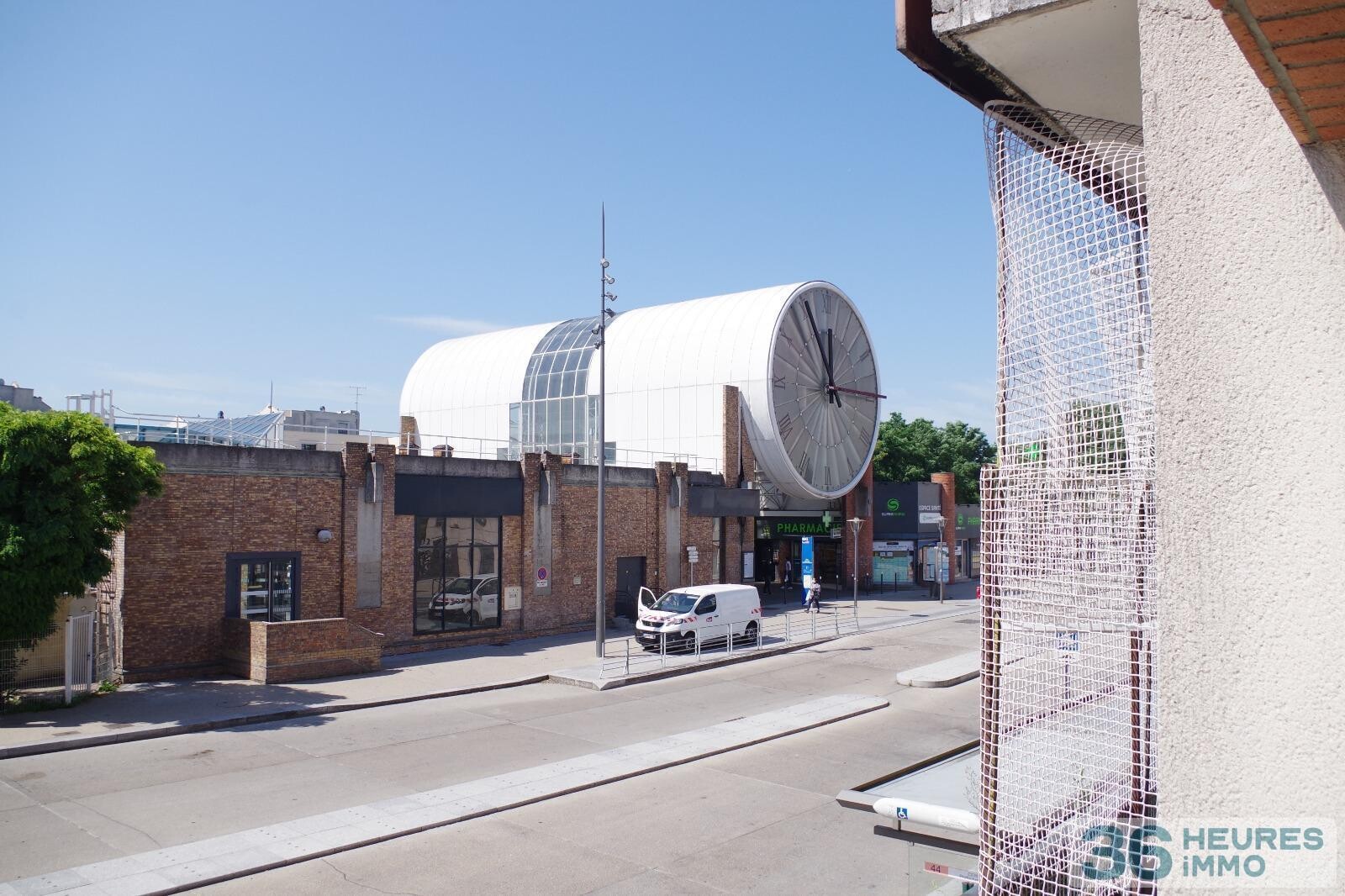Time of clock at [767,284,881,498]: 11:55
